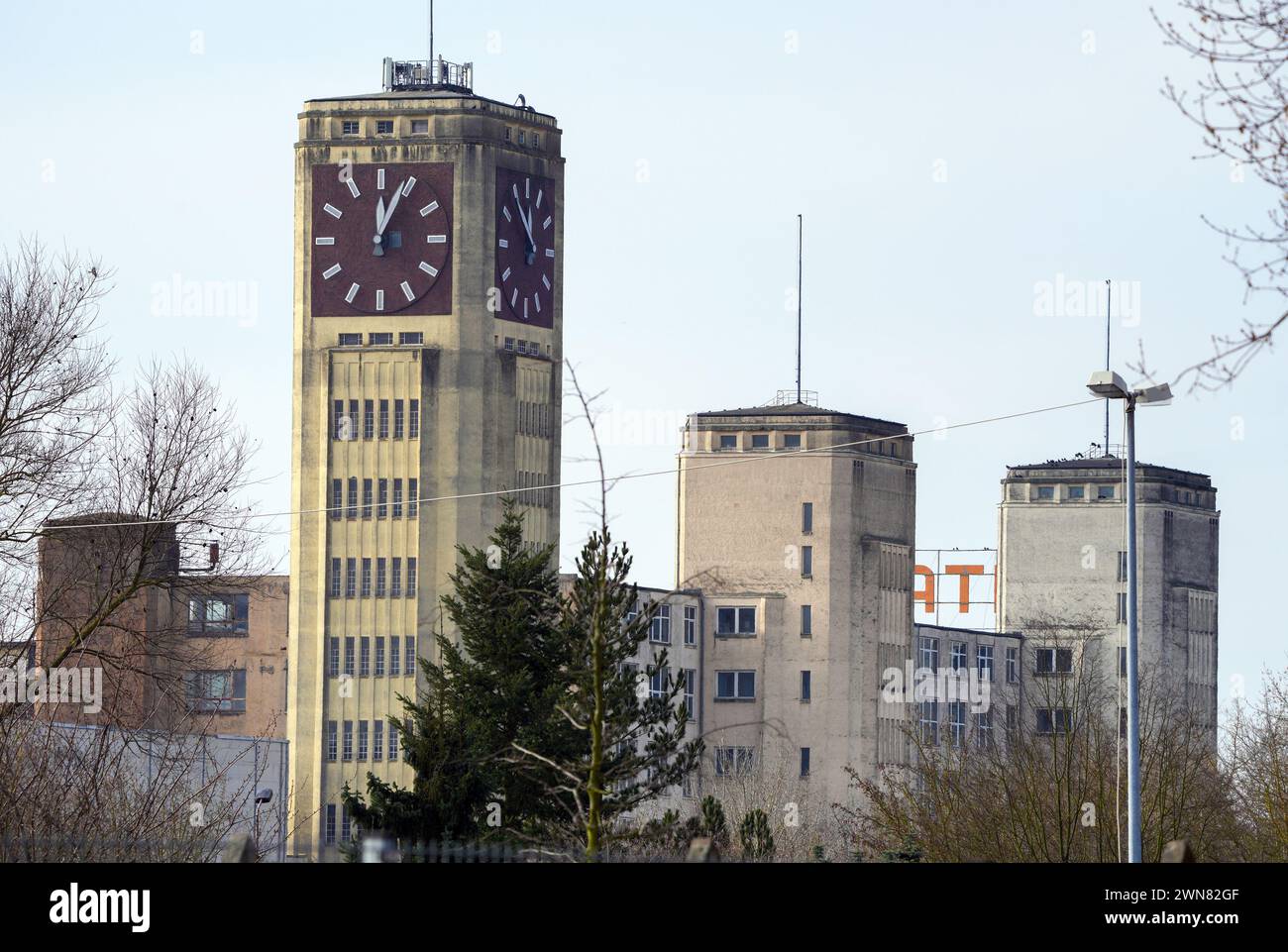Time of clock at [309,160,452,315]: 12:04
